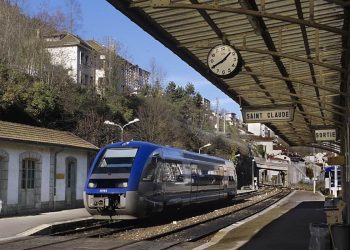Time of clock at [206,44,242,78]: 1:40
